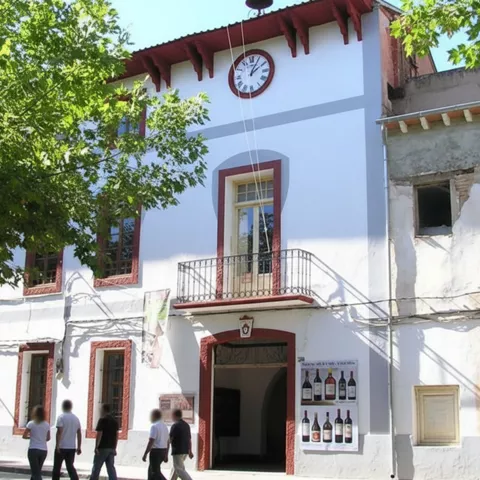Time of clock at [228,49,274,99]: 2:04
